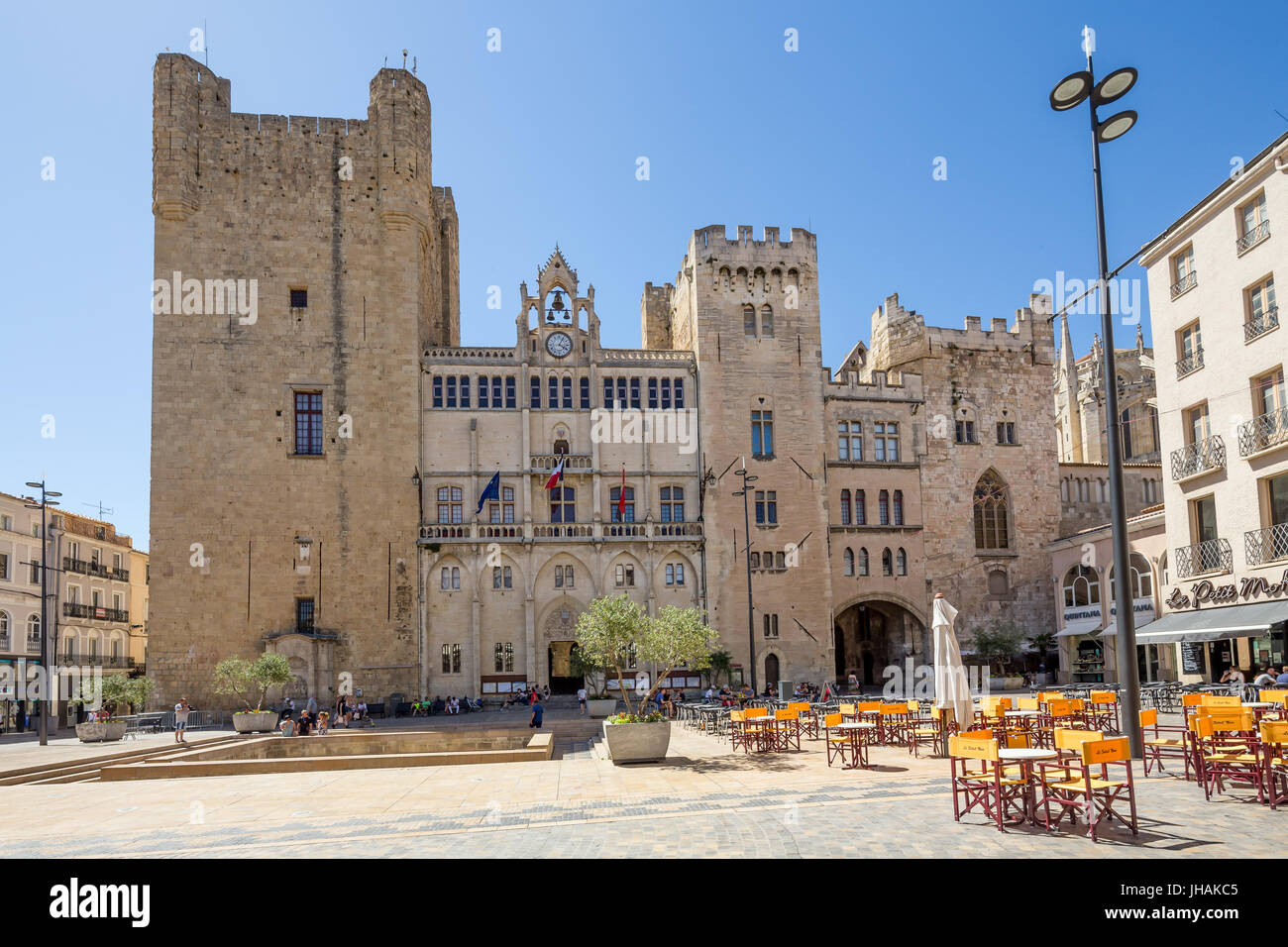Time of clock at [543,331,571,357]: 4:04
